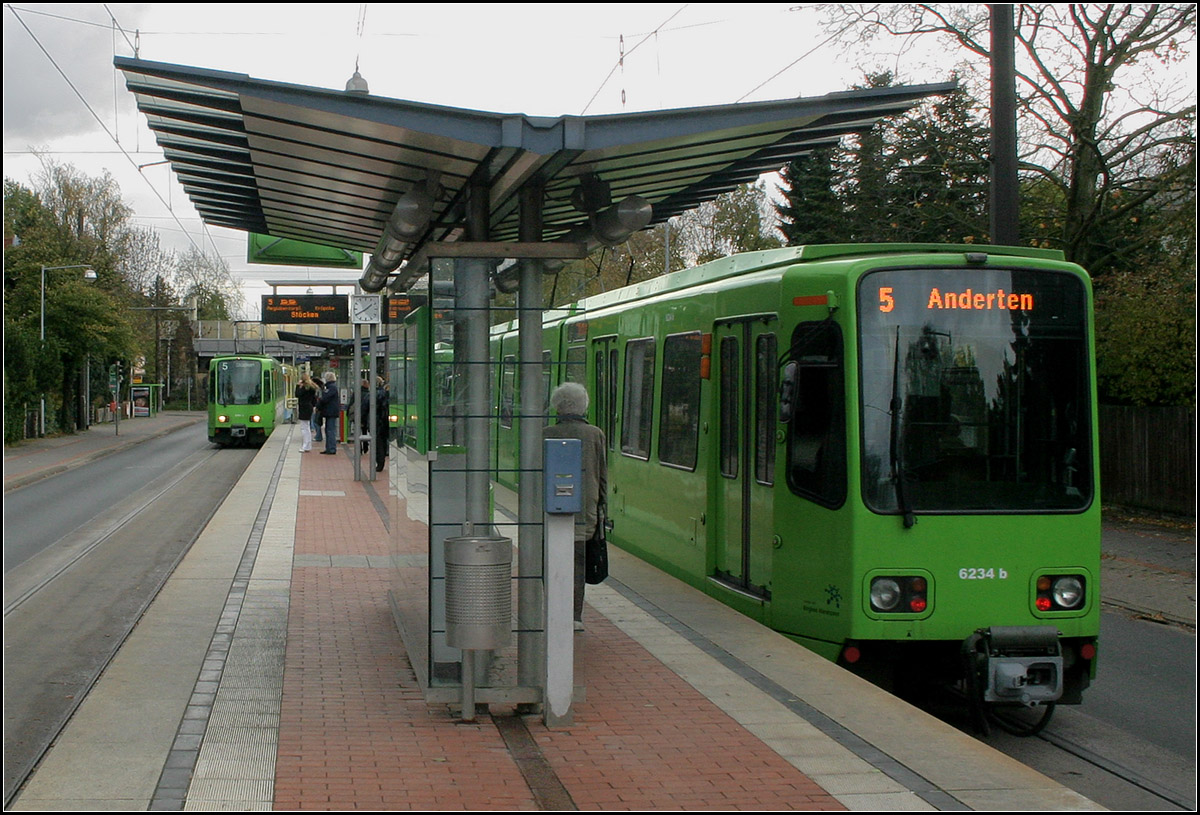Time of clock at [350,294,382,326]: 1:40
